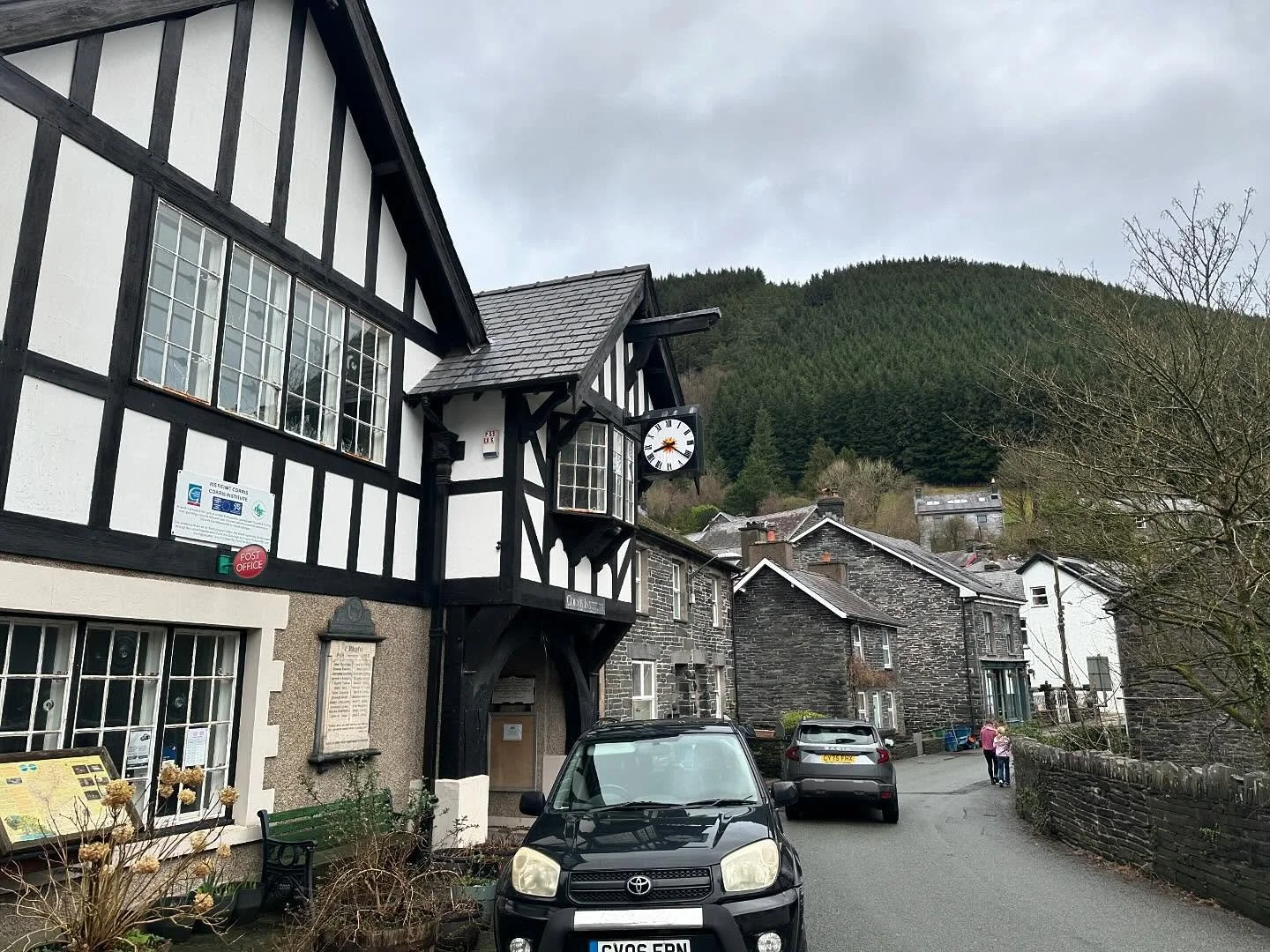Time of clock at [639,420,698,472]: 8:21
